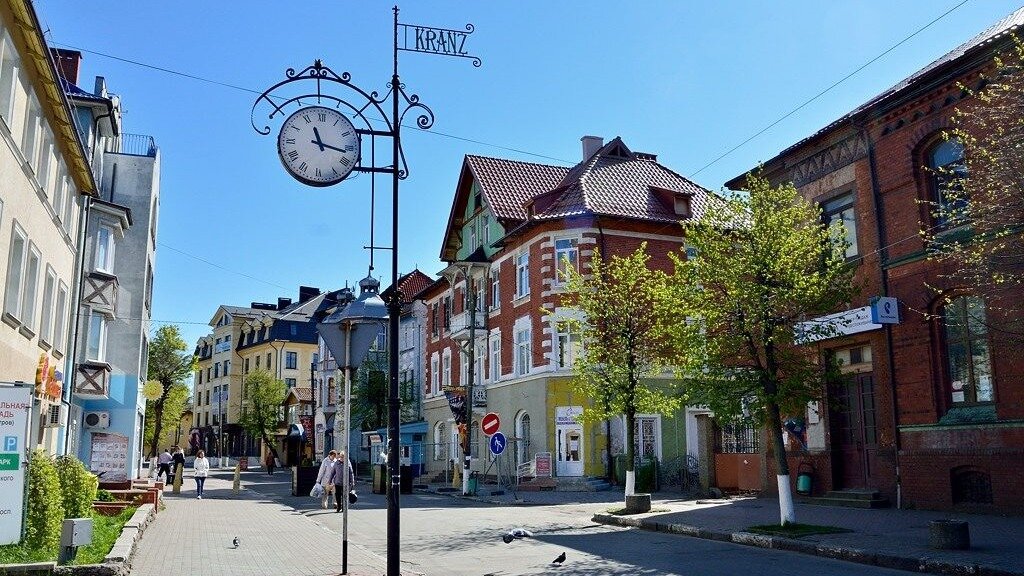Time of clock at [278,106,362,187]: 11:16
